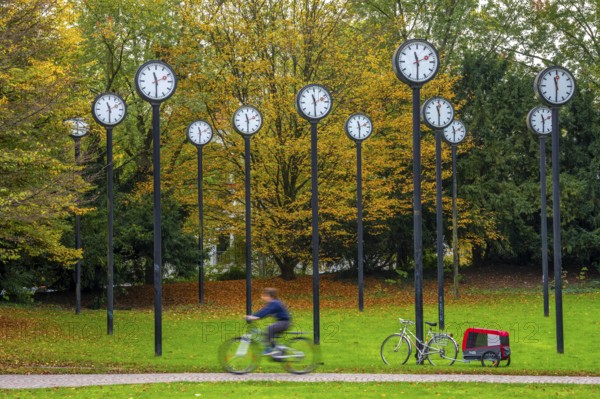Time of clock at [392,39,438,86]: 11:29
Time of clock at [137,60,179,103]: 11:29
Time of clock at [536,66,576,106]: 11:29
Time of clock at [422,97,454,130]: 11:29
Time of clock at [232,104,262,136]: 11:29
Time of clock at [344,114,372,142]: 11:29
